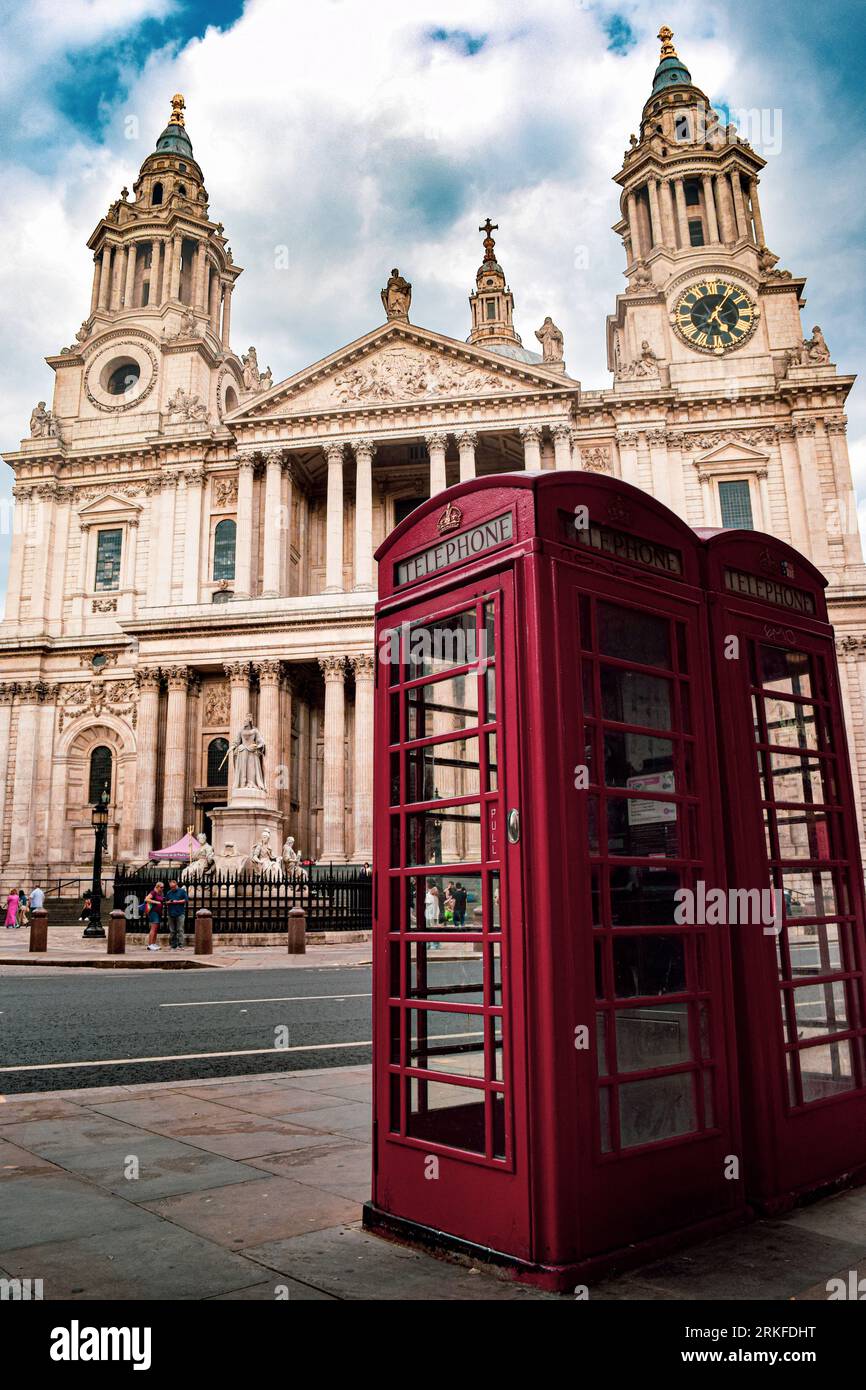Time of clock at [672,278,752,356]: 5:05
